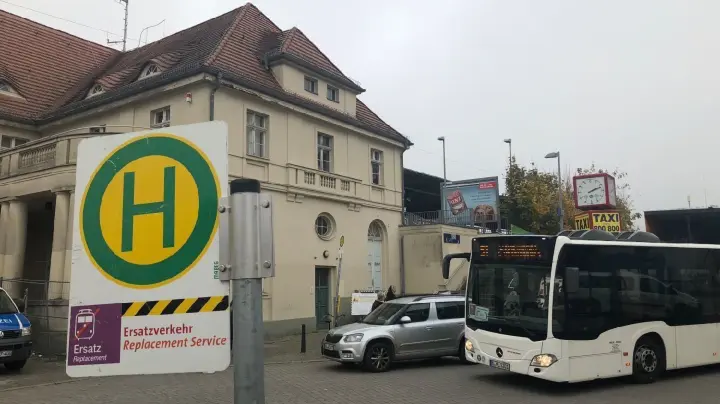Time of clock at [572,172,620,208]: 2:11
